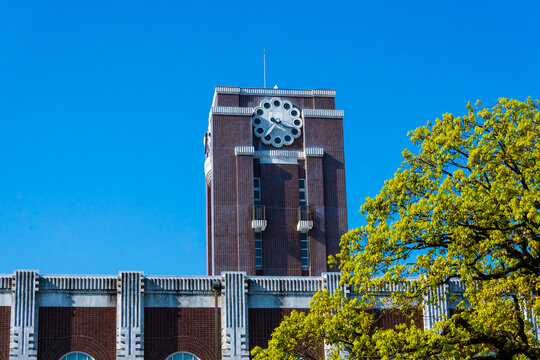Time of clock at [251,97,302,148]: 7:18
